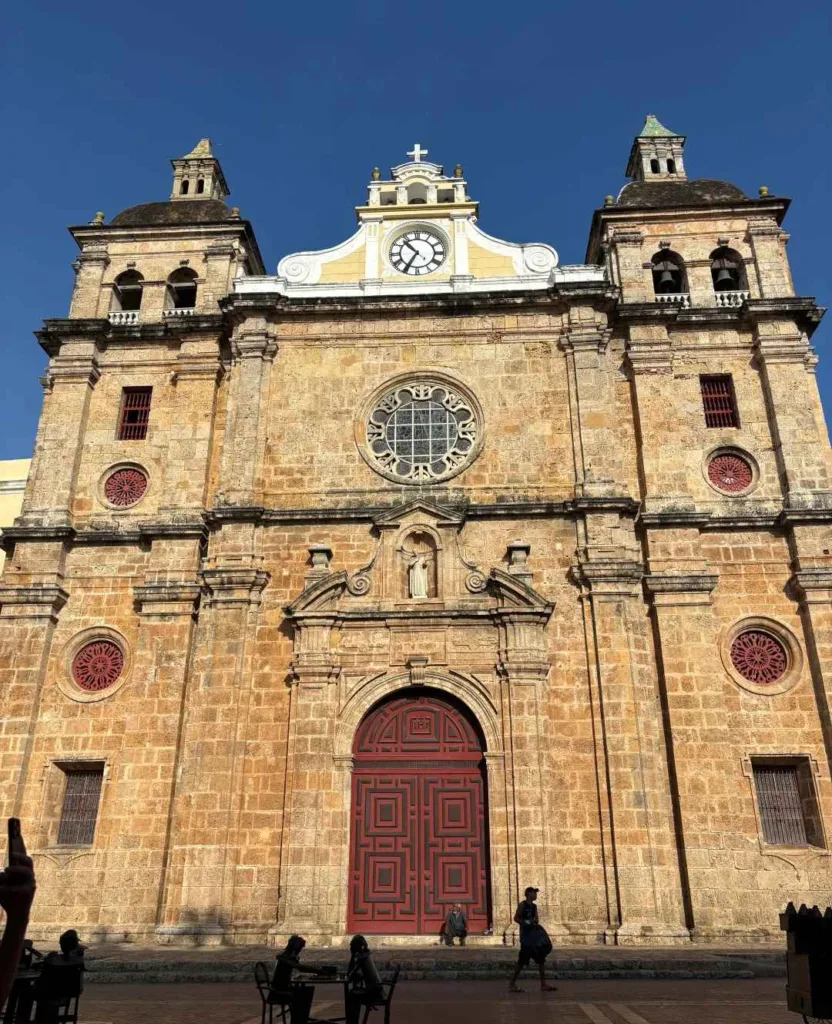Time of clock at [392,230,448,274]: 10:35
